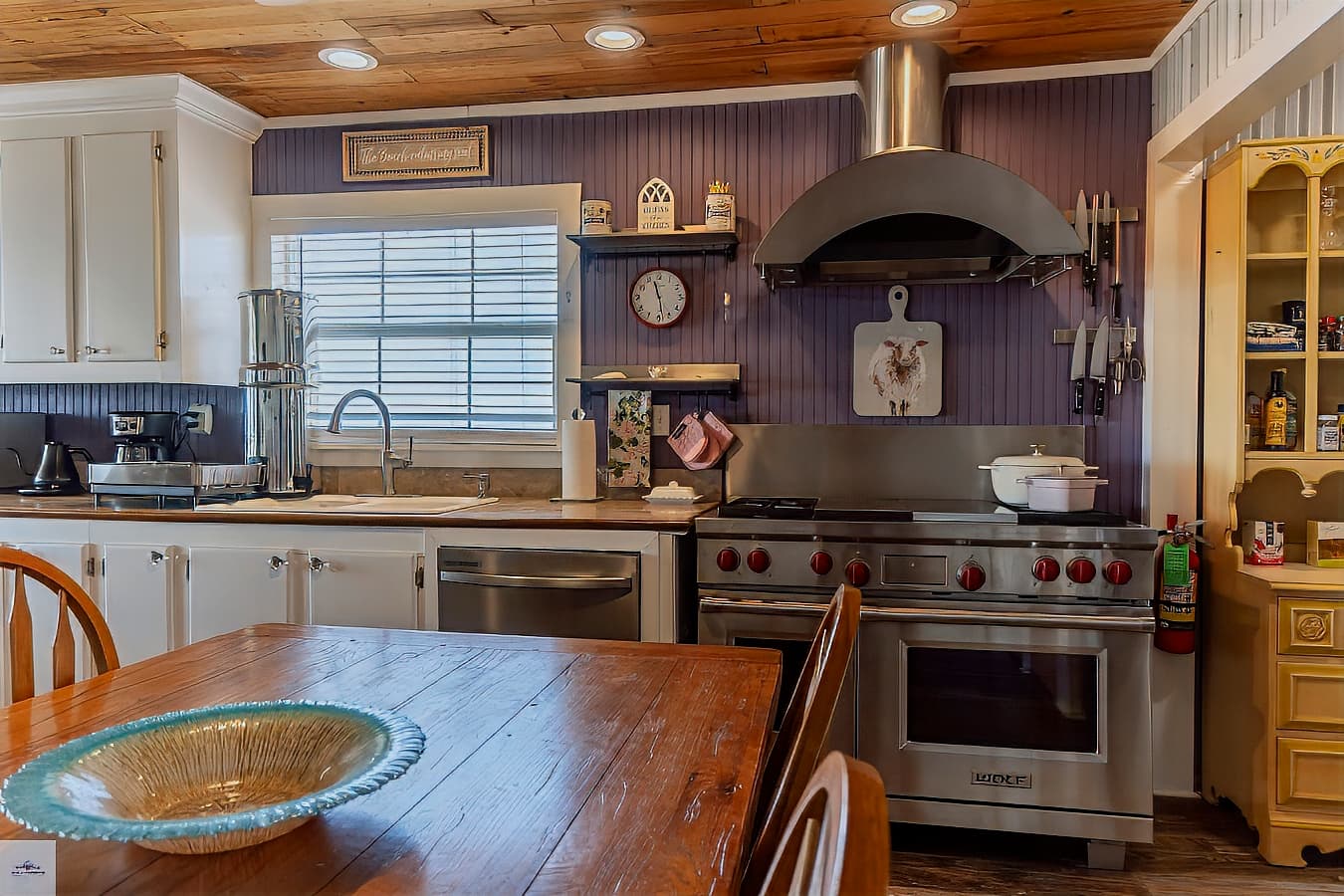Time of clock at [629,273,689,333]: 11:28
